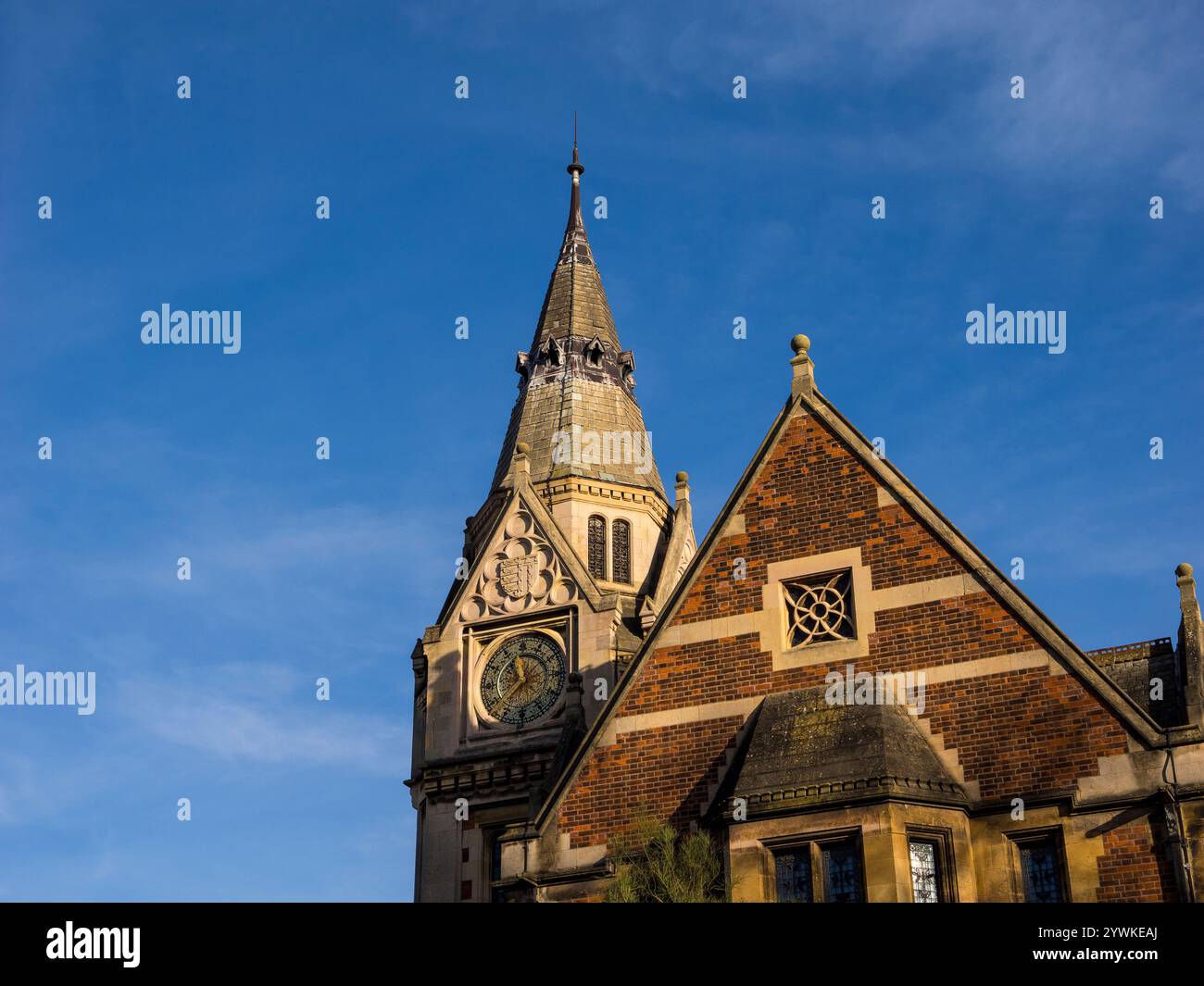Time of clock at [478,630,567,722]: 12:37
